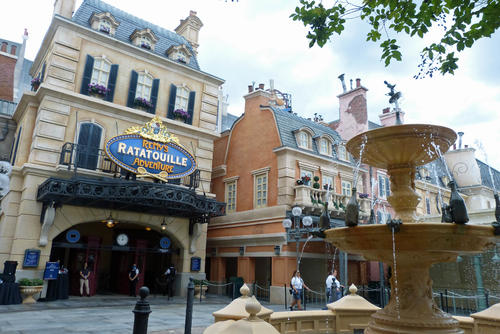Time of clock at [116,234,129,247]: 9:01
